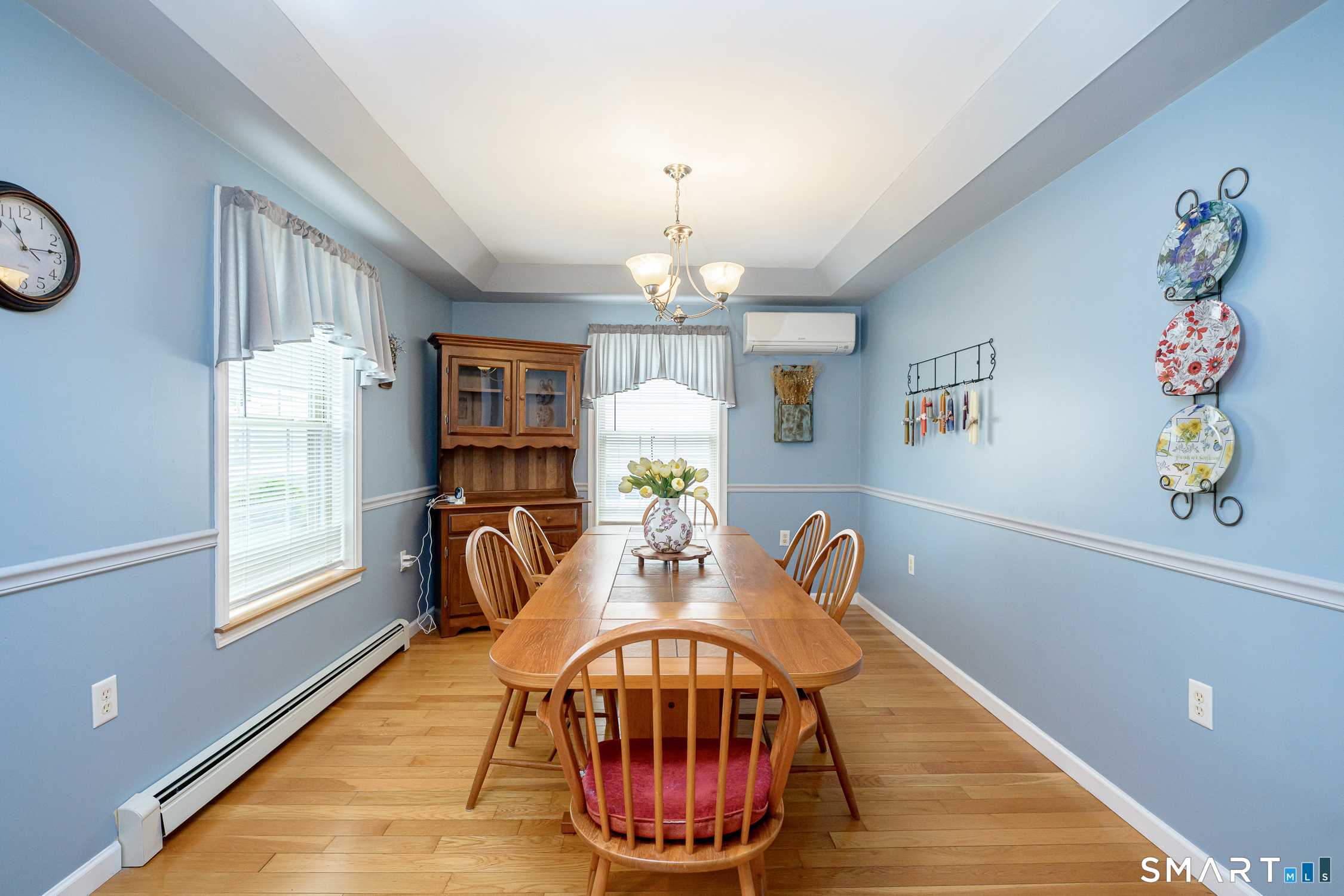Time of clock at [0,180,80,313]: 11:13
